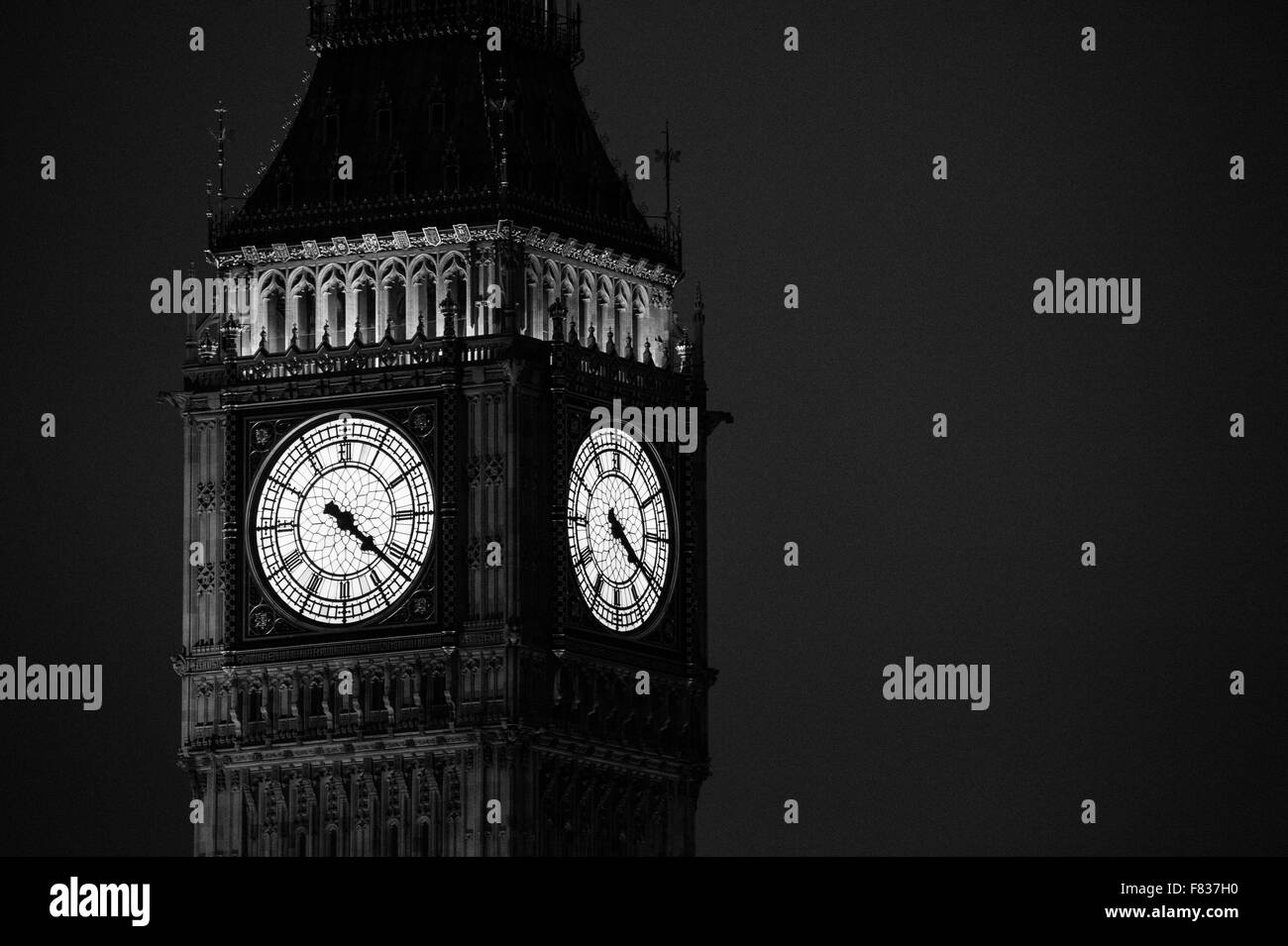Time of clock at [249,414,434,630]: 4:21
